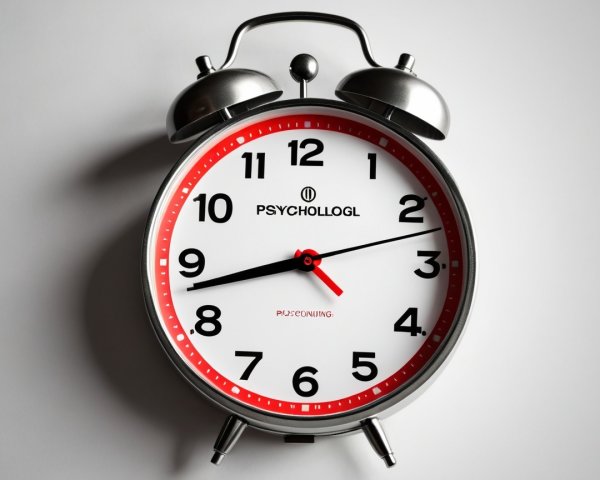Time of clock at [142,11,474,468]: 8:42
